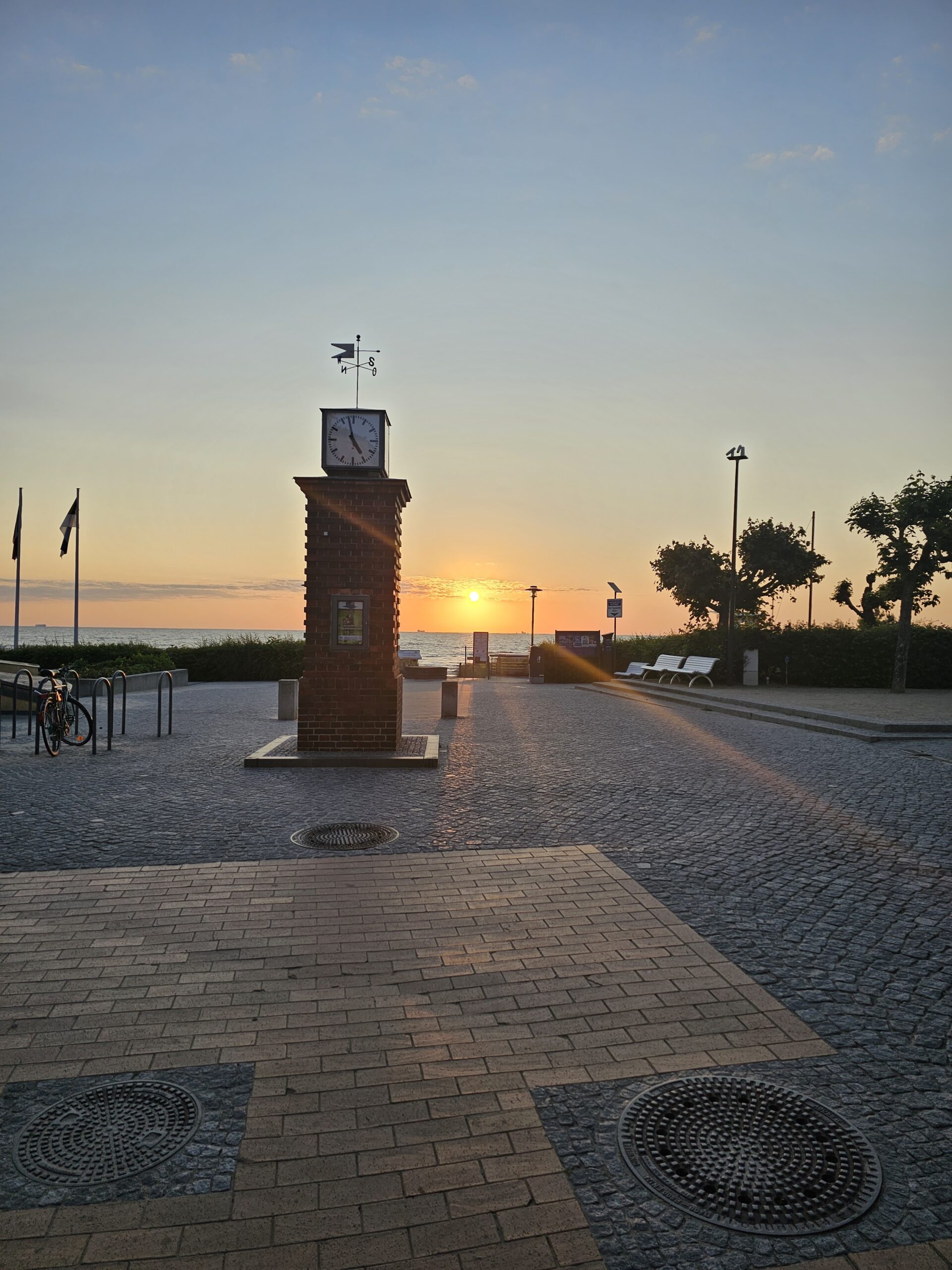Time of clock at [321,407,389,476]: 4:57
